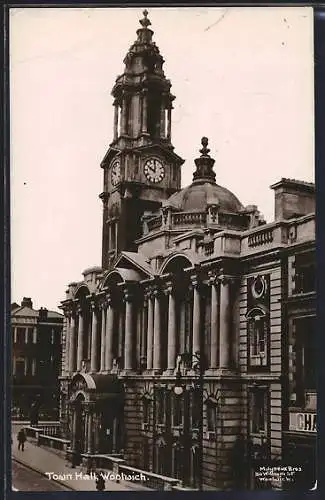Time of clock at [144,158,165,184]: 10:00
